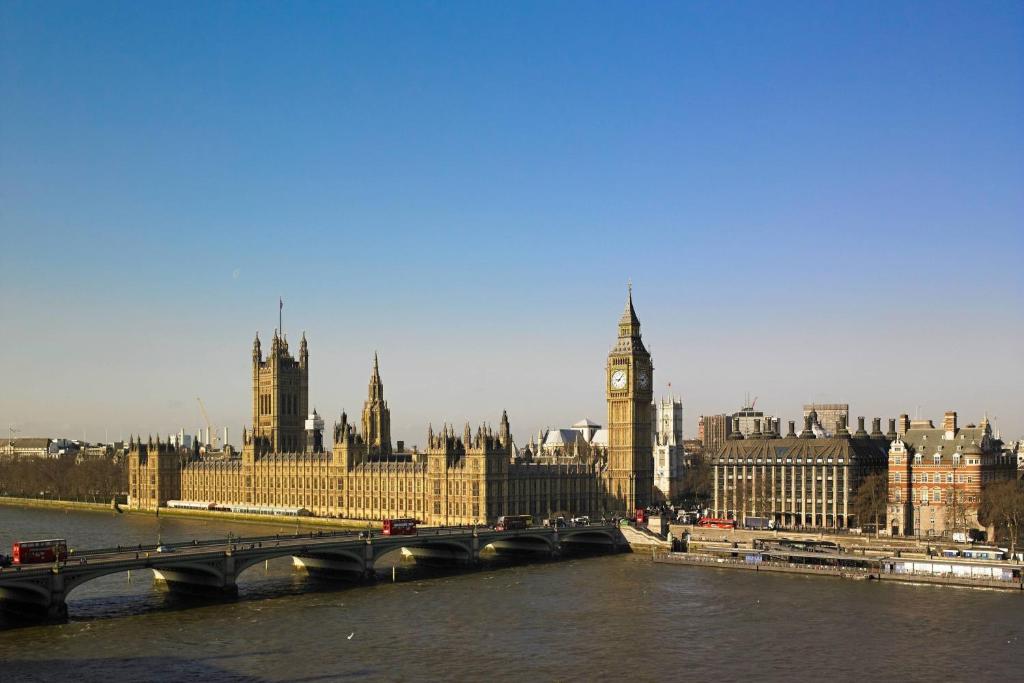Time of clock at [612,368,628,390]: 9:07
